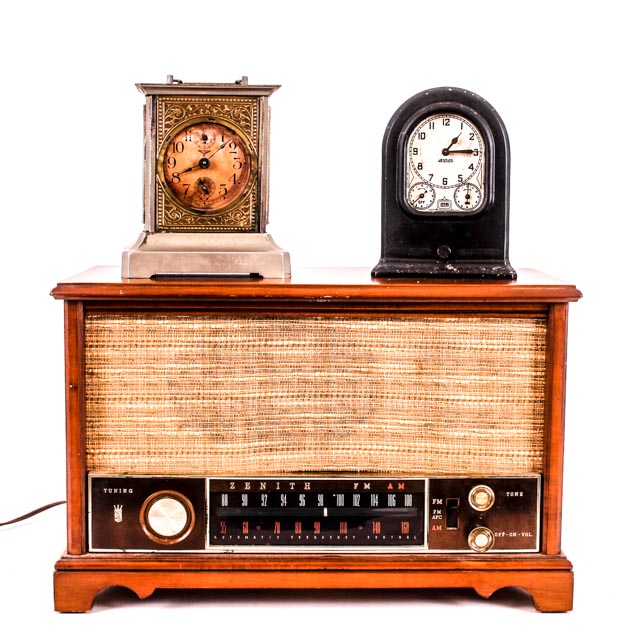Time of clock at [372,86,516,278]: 1:13
